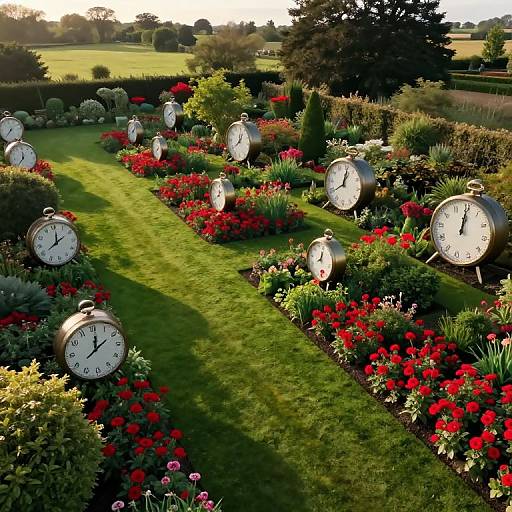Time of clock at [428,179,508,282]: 12:00
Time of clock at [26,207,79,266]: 8:00
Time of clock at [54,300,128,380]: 12:09
